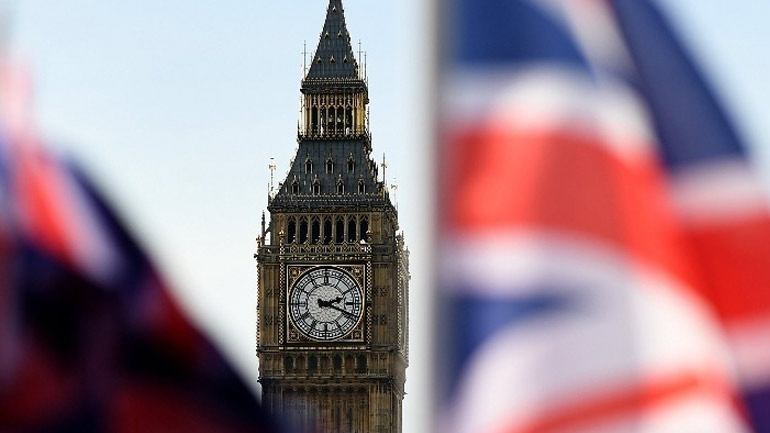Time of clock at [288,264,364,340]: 2:18
